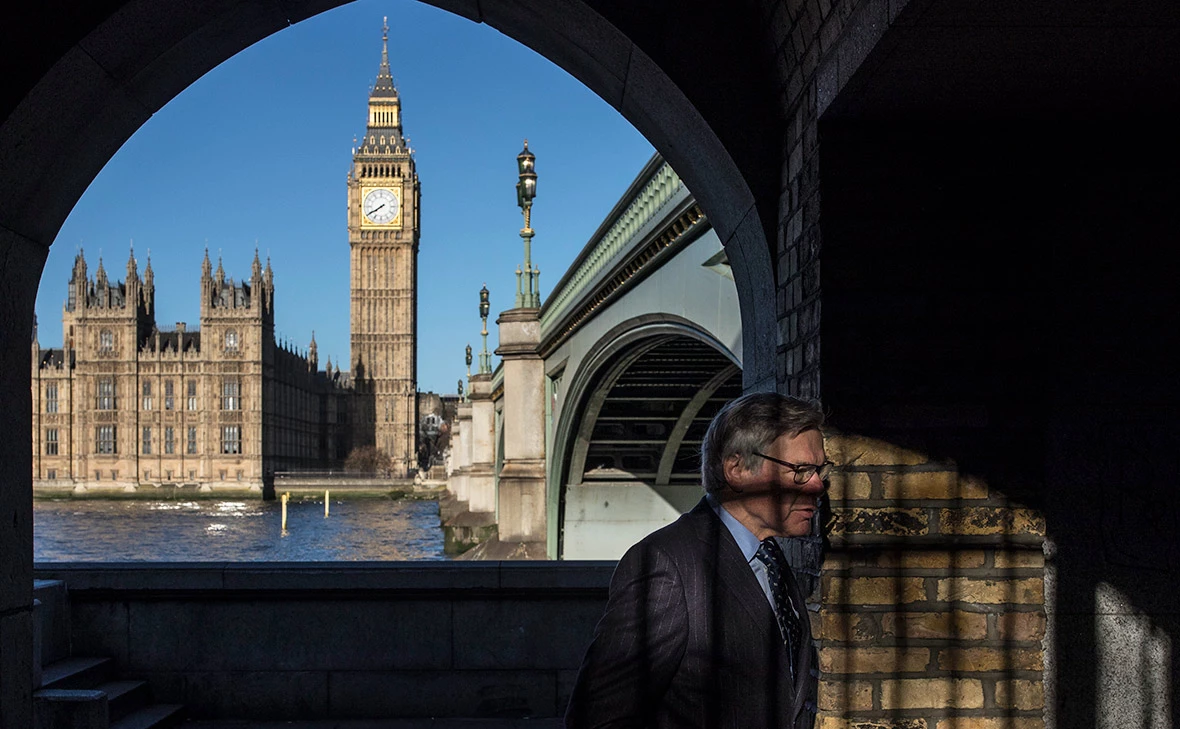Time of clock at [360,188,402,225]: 7:39
